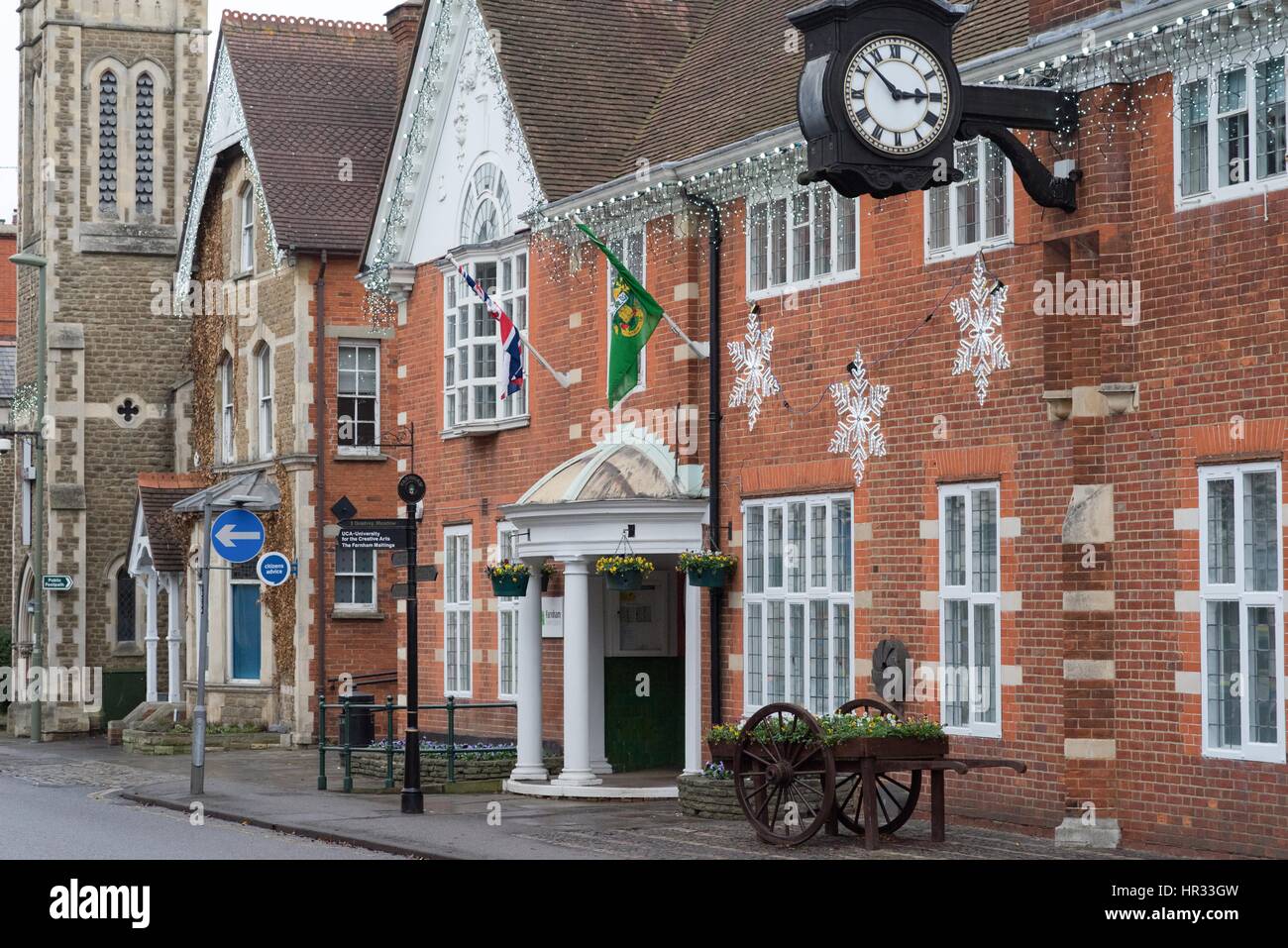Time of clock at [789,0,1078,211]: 2:52
